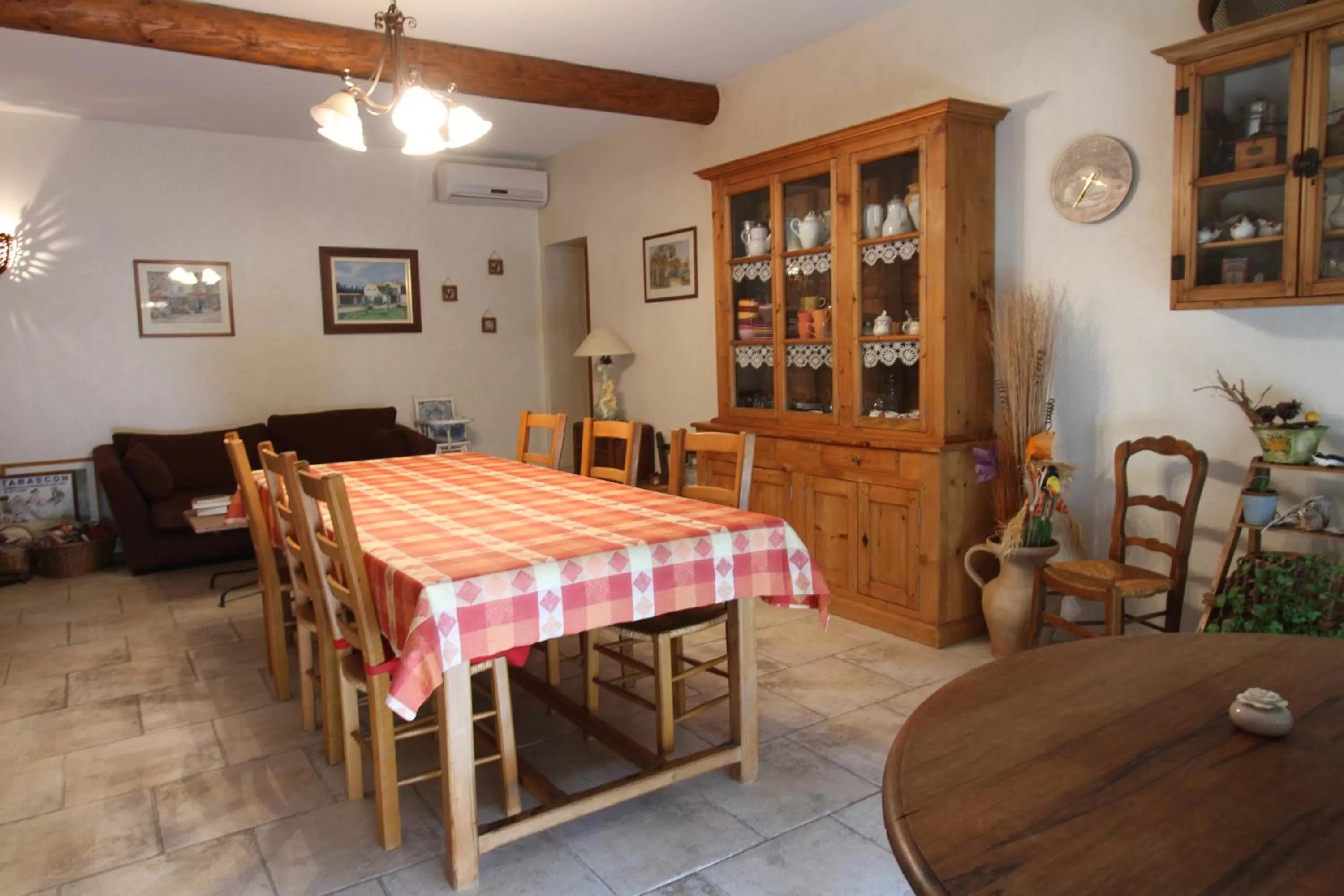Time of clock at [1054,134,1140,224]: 3:34
